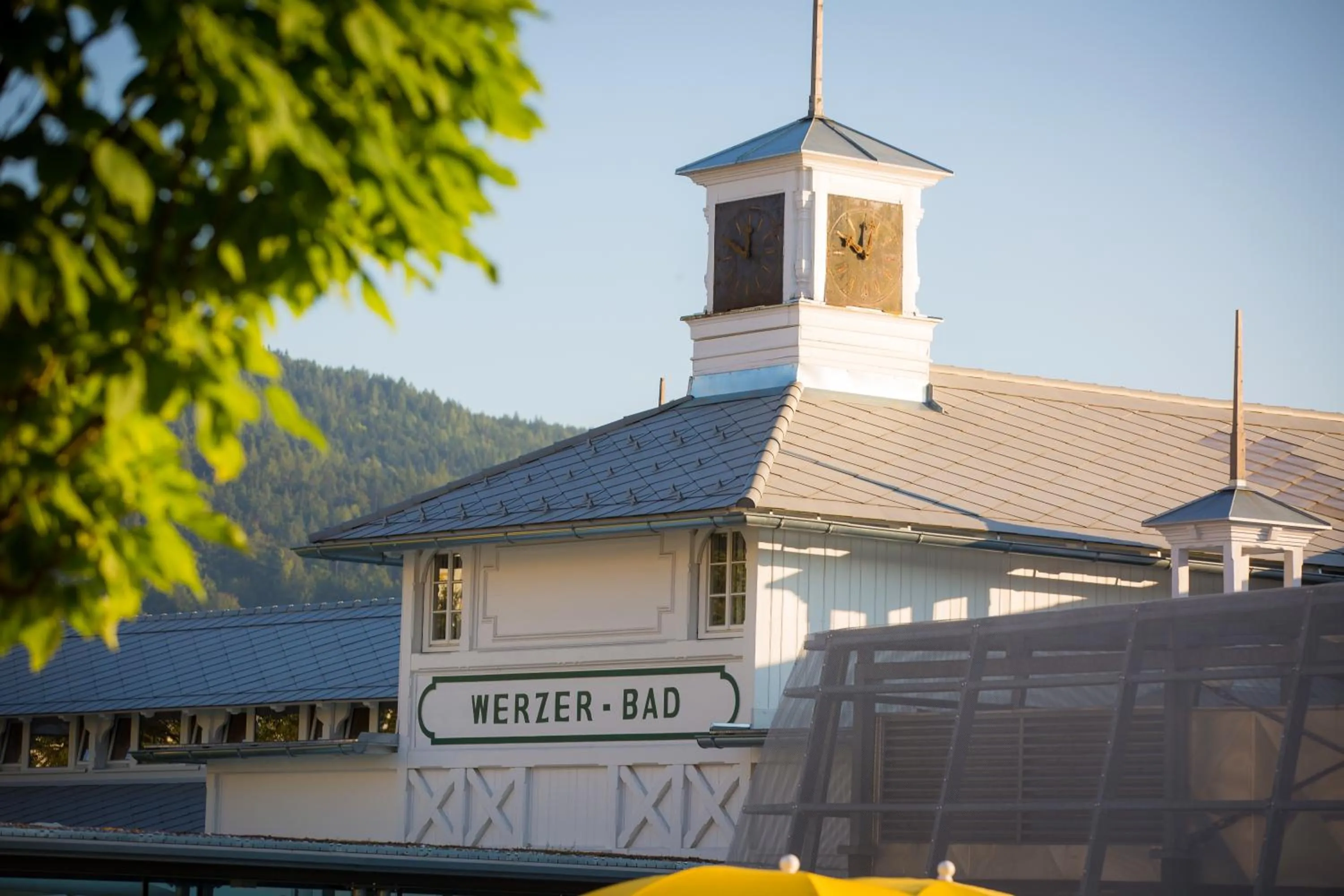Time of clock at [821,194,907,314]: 10:00
